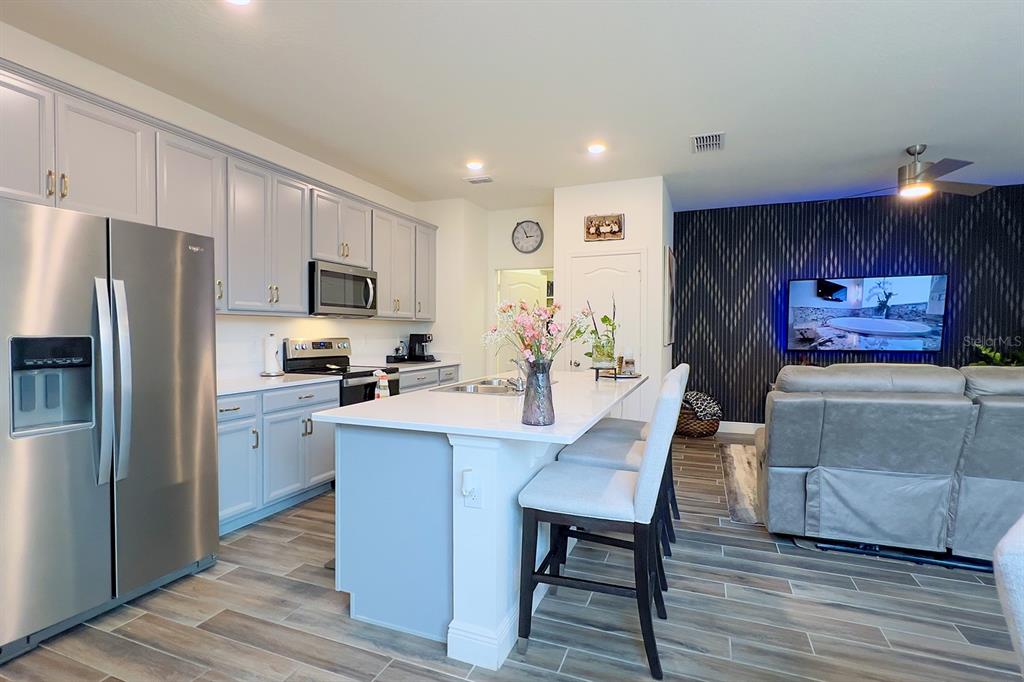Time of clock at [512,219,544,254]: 2:56
